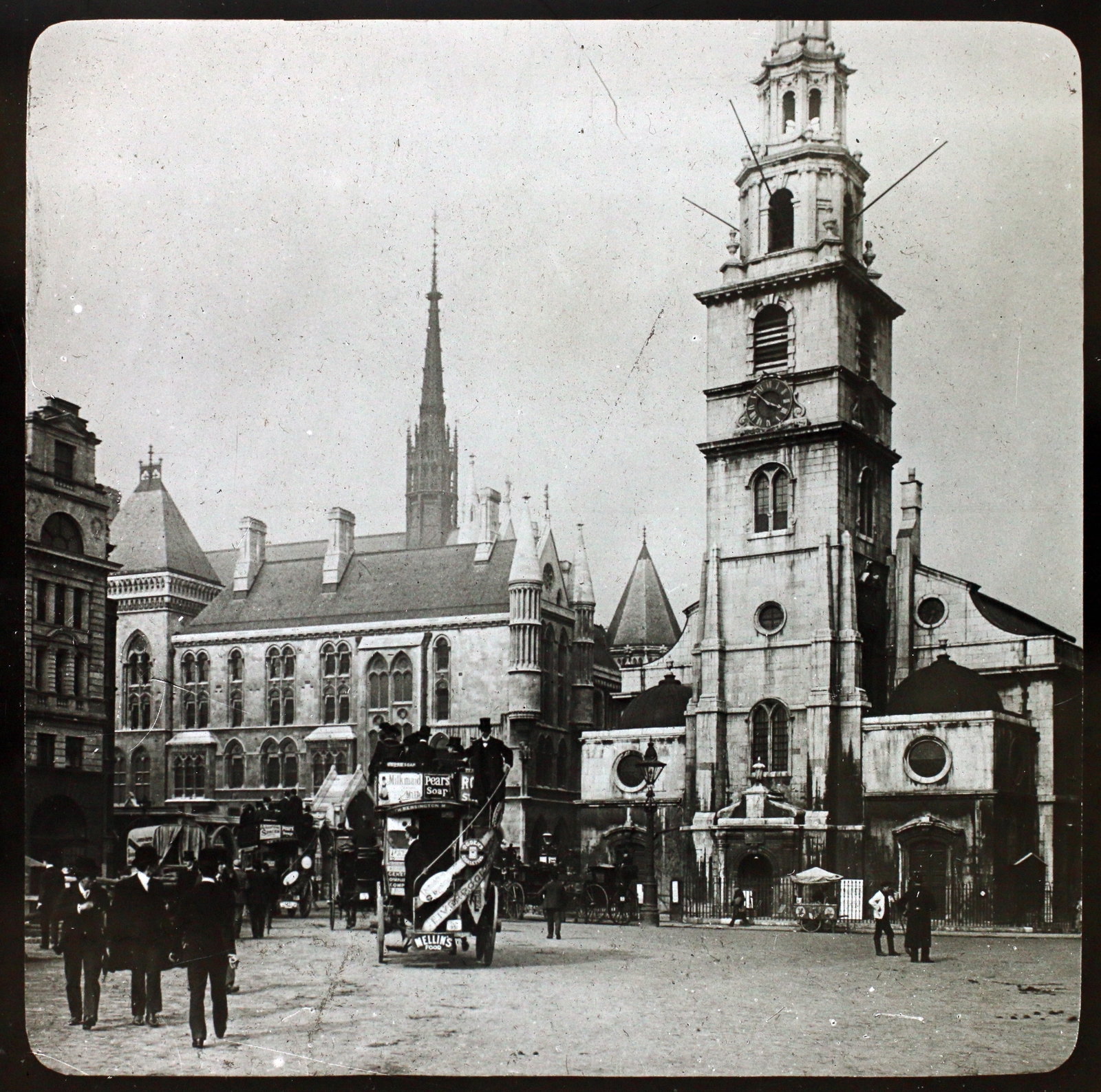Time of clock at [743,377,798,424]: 3:52
